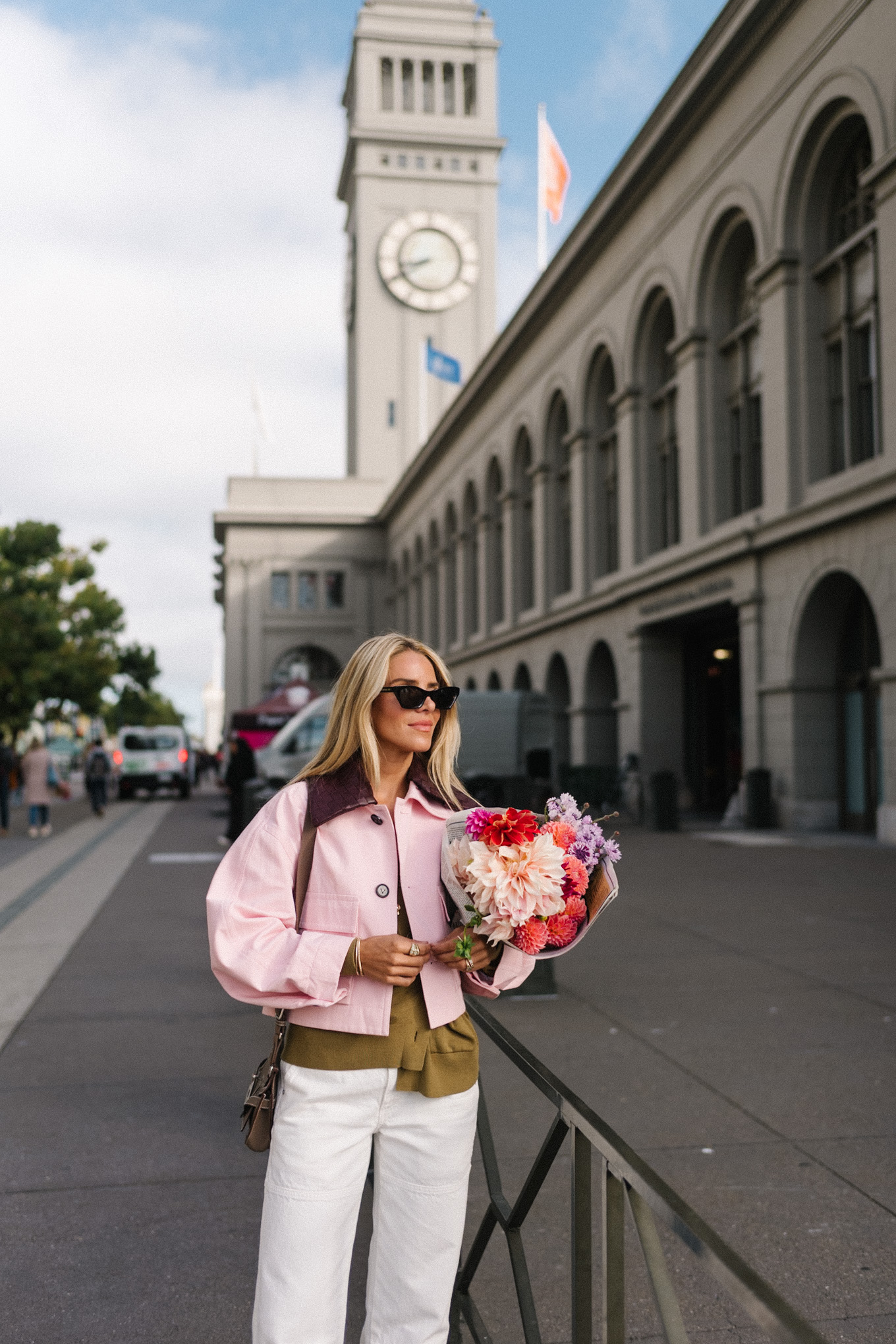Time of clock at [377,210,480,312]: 8:40
